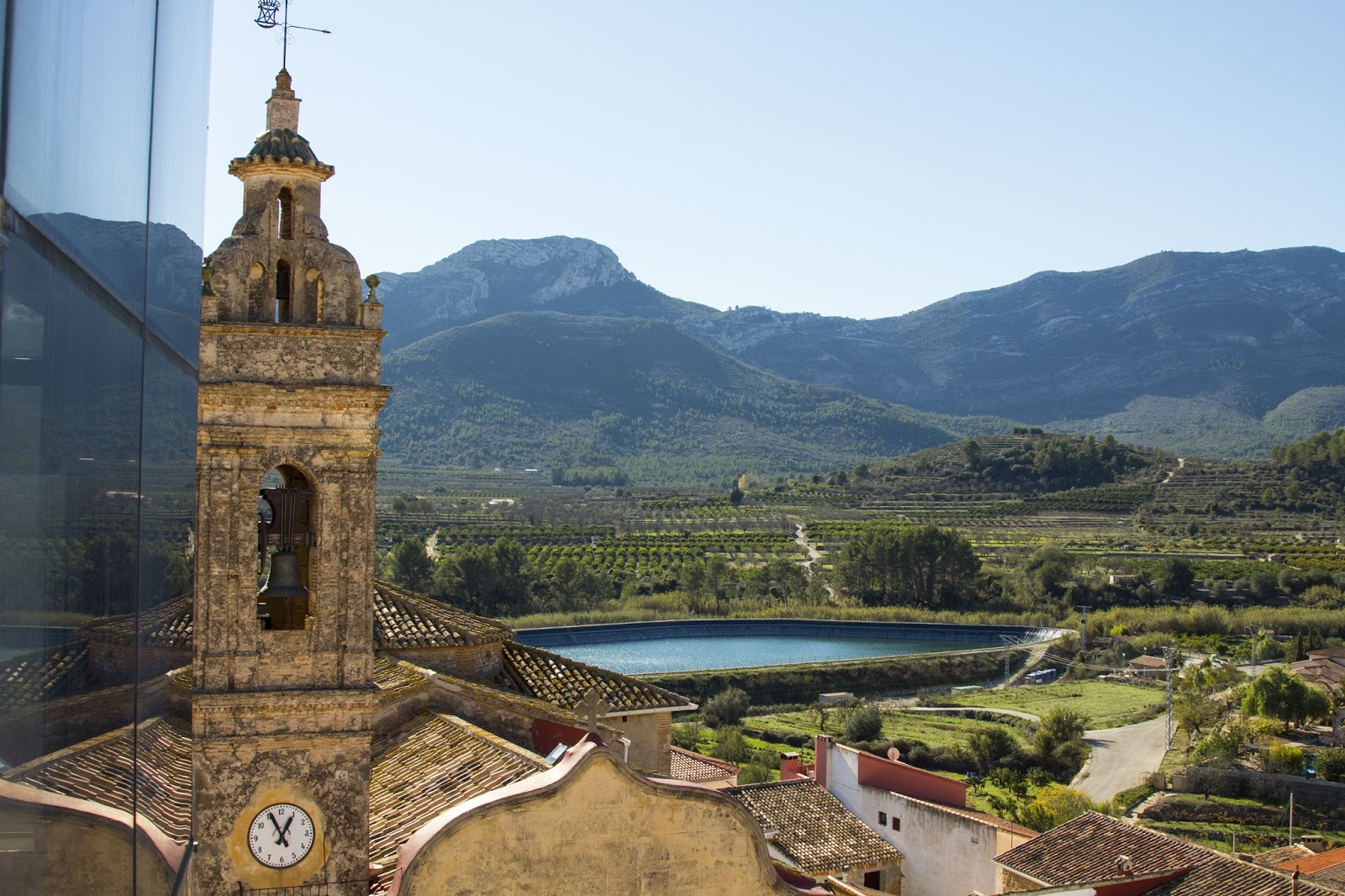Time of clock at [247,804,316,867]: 12:55
